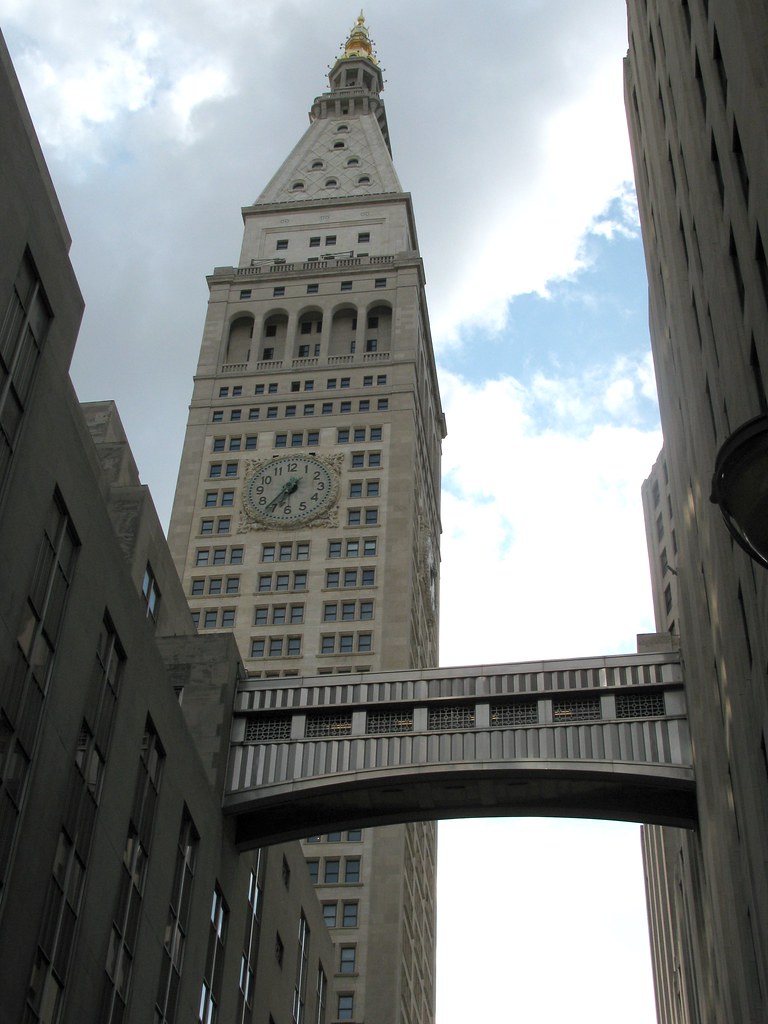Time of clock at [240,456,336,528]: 6:36
